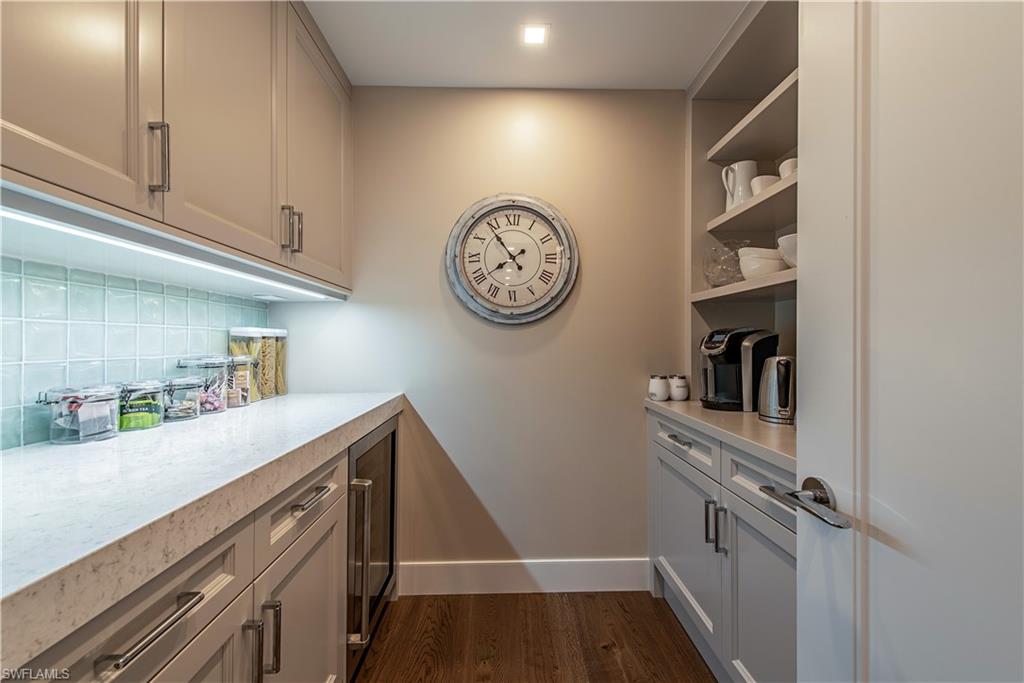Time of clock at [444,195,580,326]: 7:53
